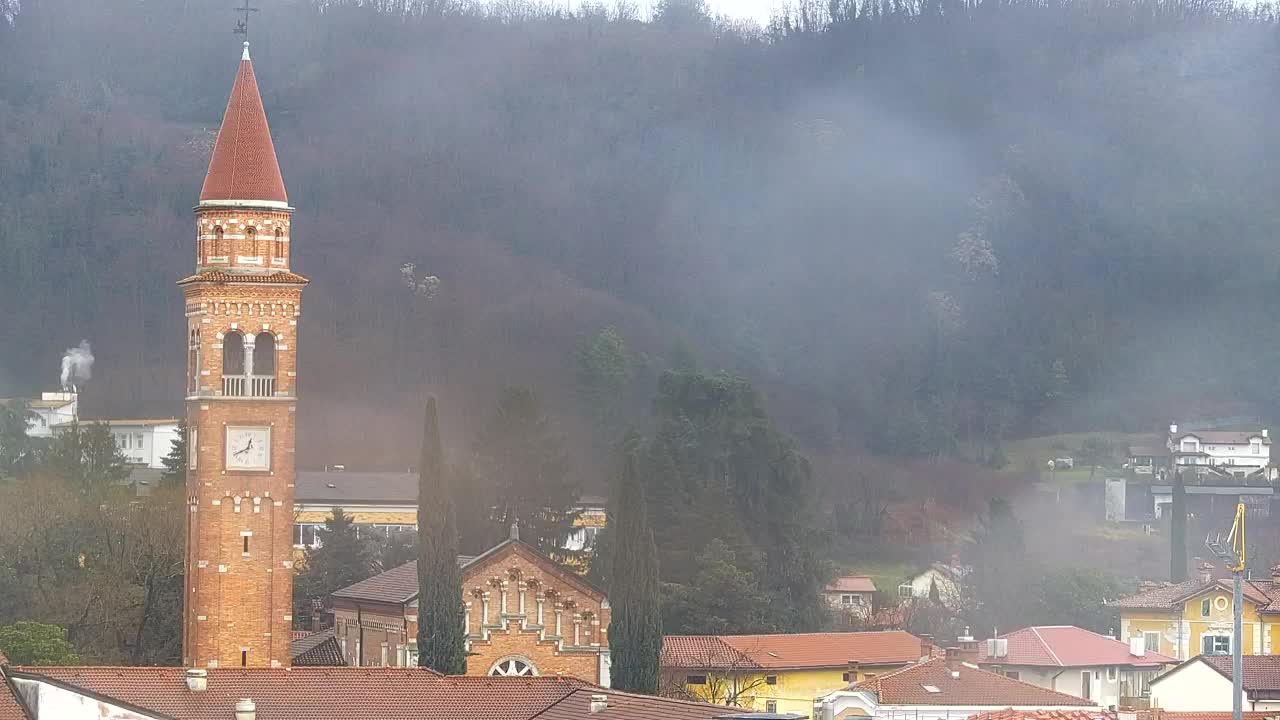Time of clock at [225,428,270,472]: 12:40
